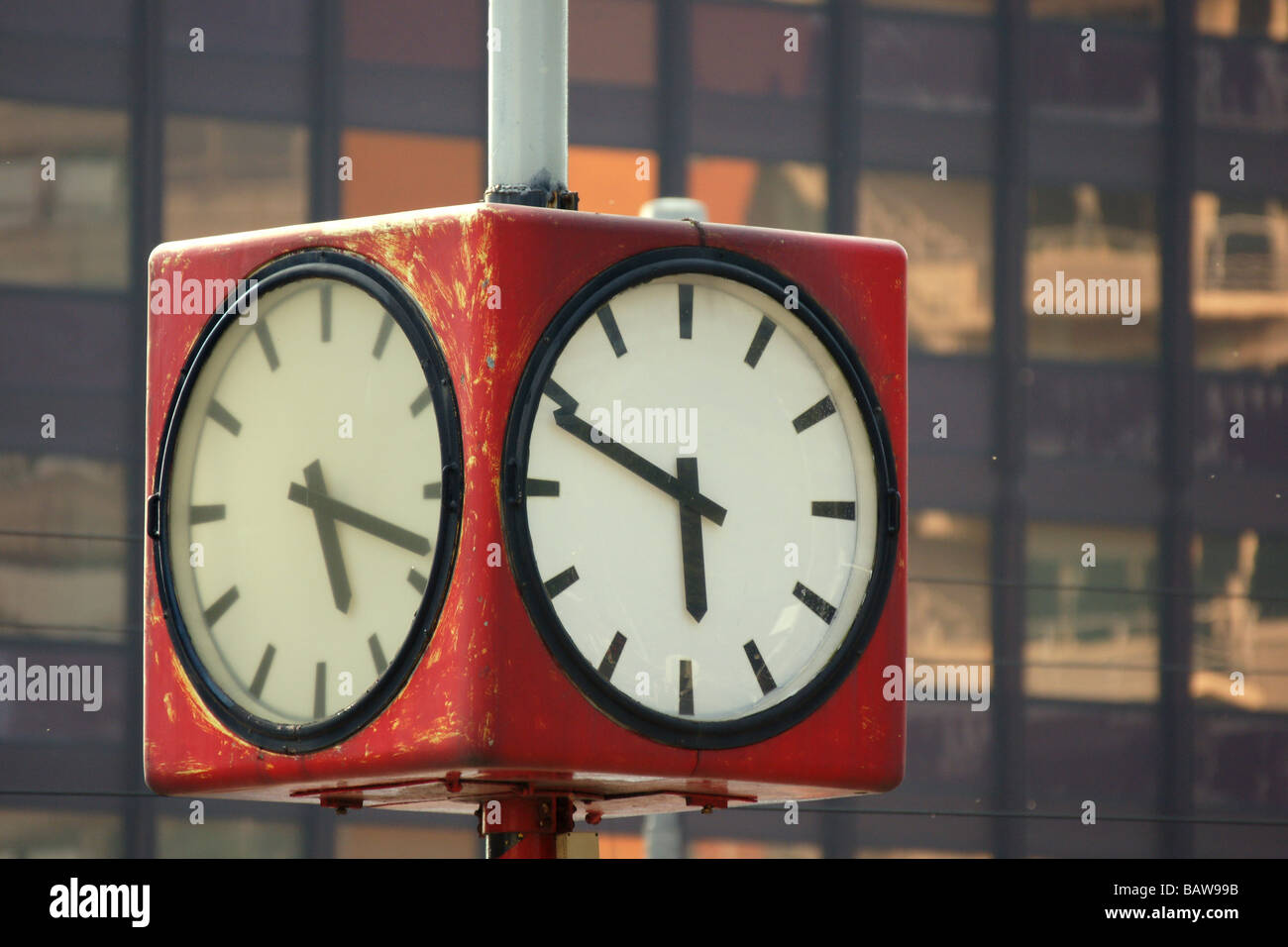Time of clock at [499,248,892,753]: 5:48
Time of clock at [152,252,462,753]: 5:18
